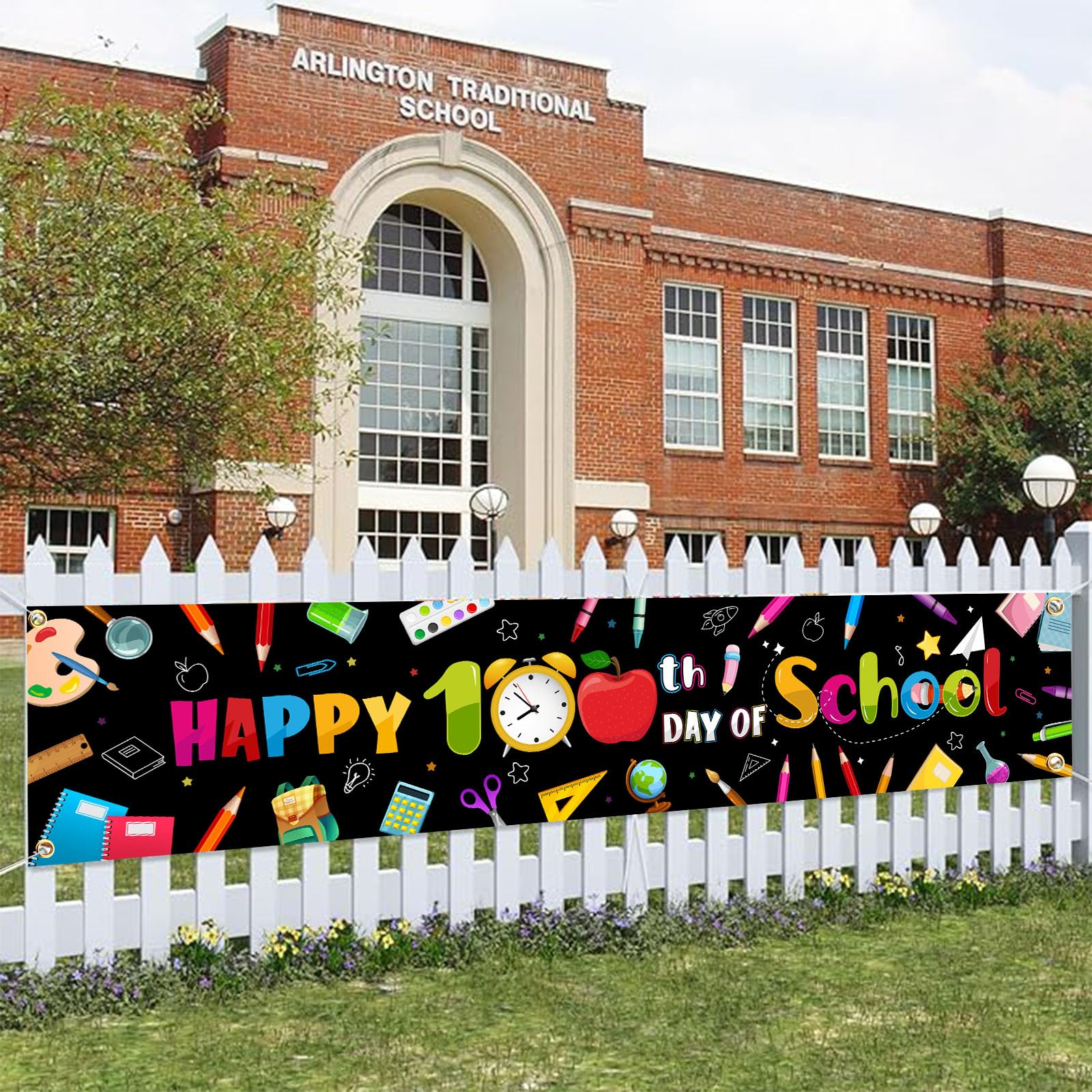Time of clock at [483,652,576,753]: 7:52
